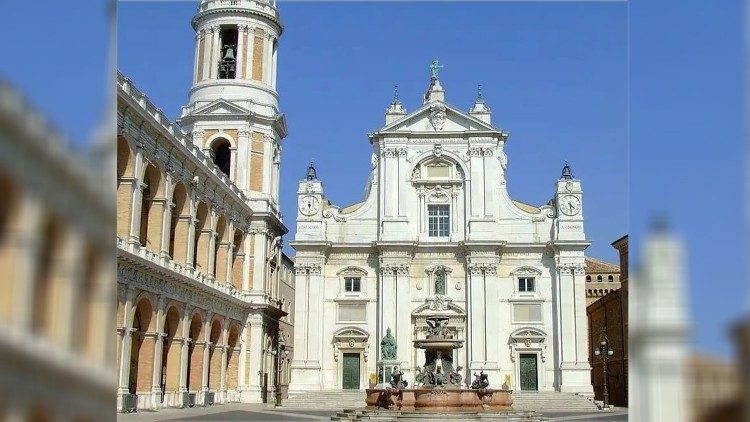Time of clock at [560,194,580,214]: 4:29
